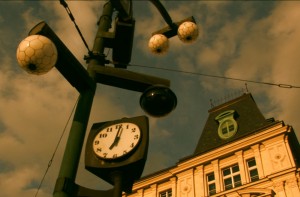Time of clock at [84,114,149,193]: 7:01
